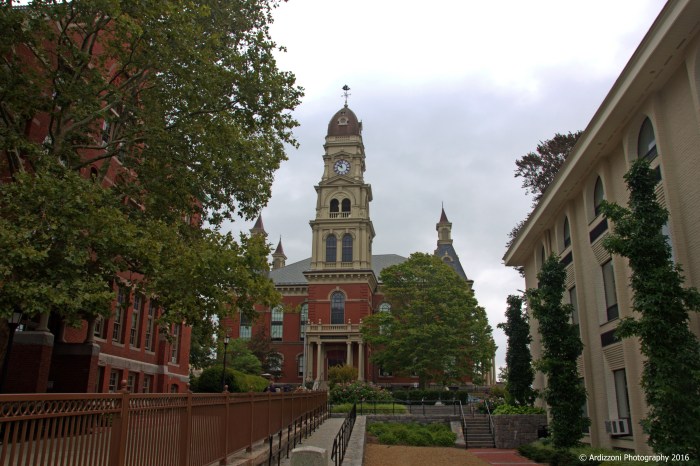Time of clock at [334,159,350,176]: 9:57
